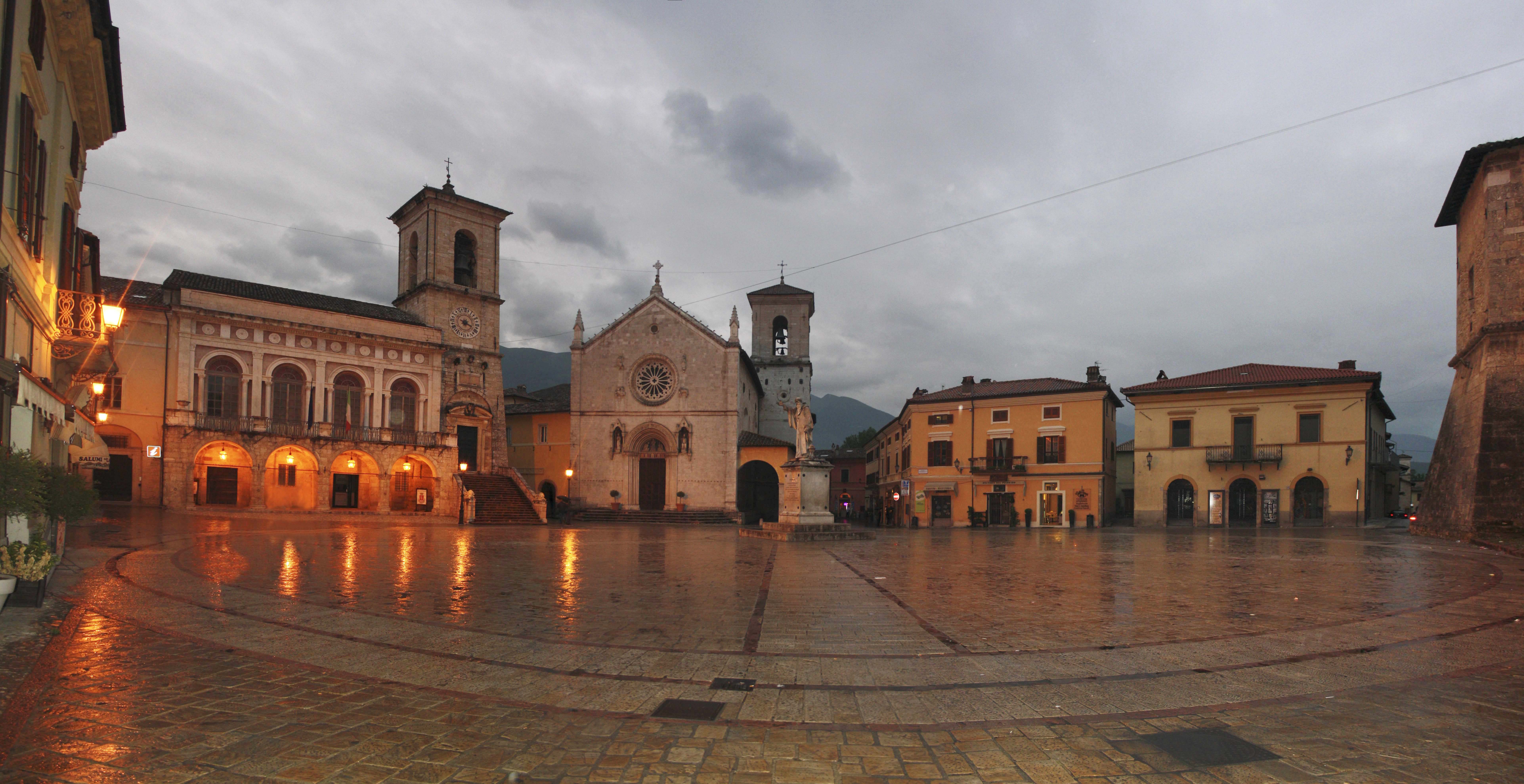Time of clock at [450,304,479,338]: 7:18
